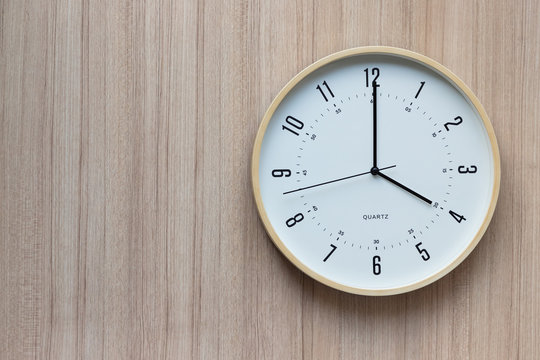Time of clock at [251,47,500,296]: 4:00
